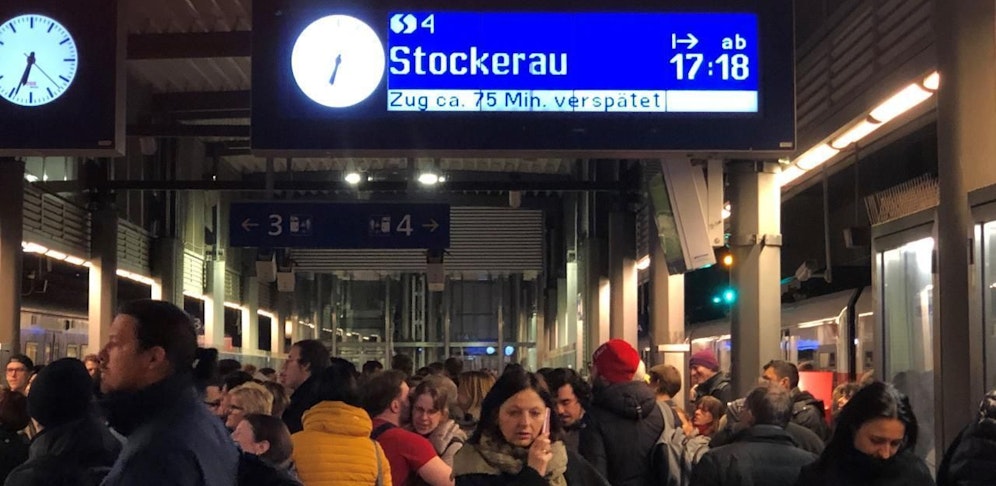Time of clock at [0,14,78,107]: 6:34
